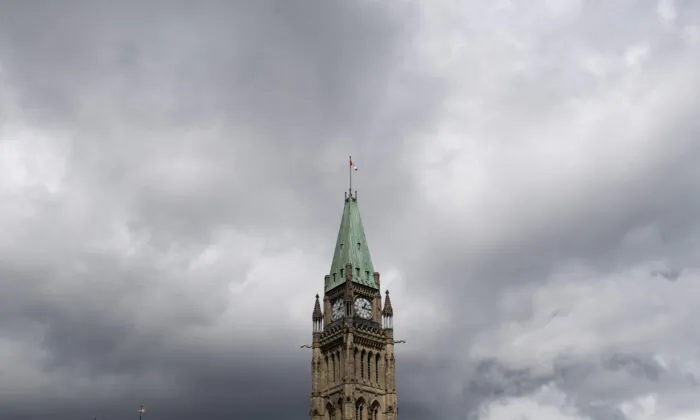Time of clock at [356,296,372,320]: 1:16
